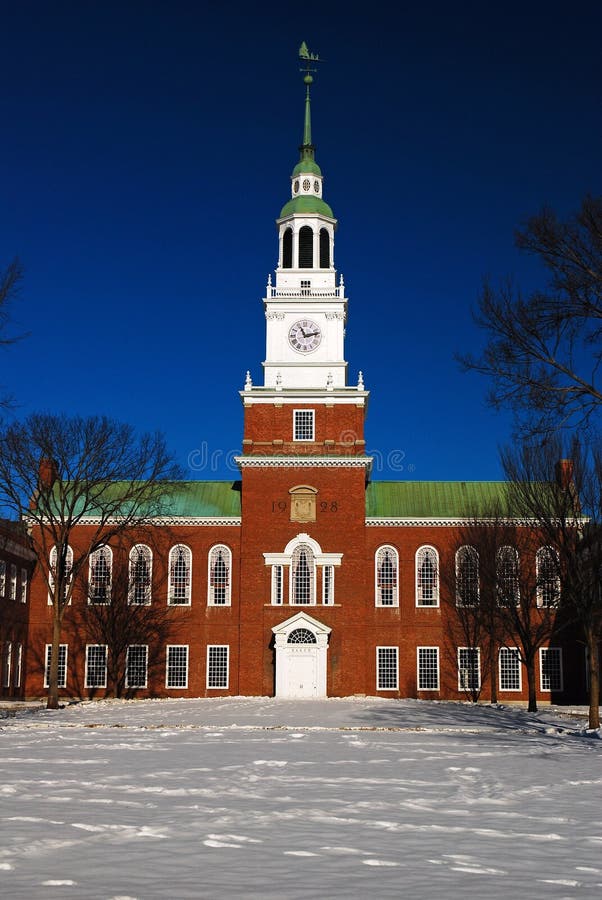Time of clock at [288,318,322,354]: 11:12
